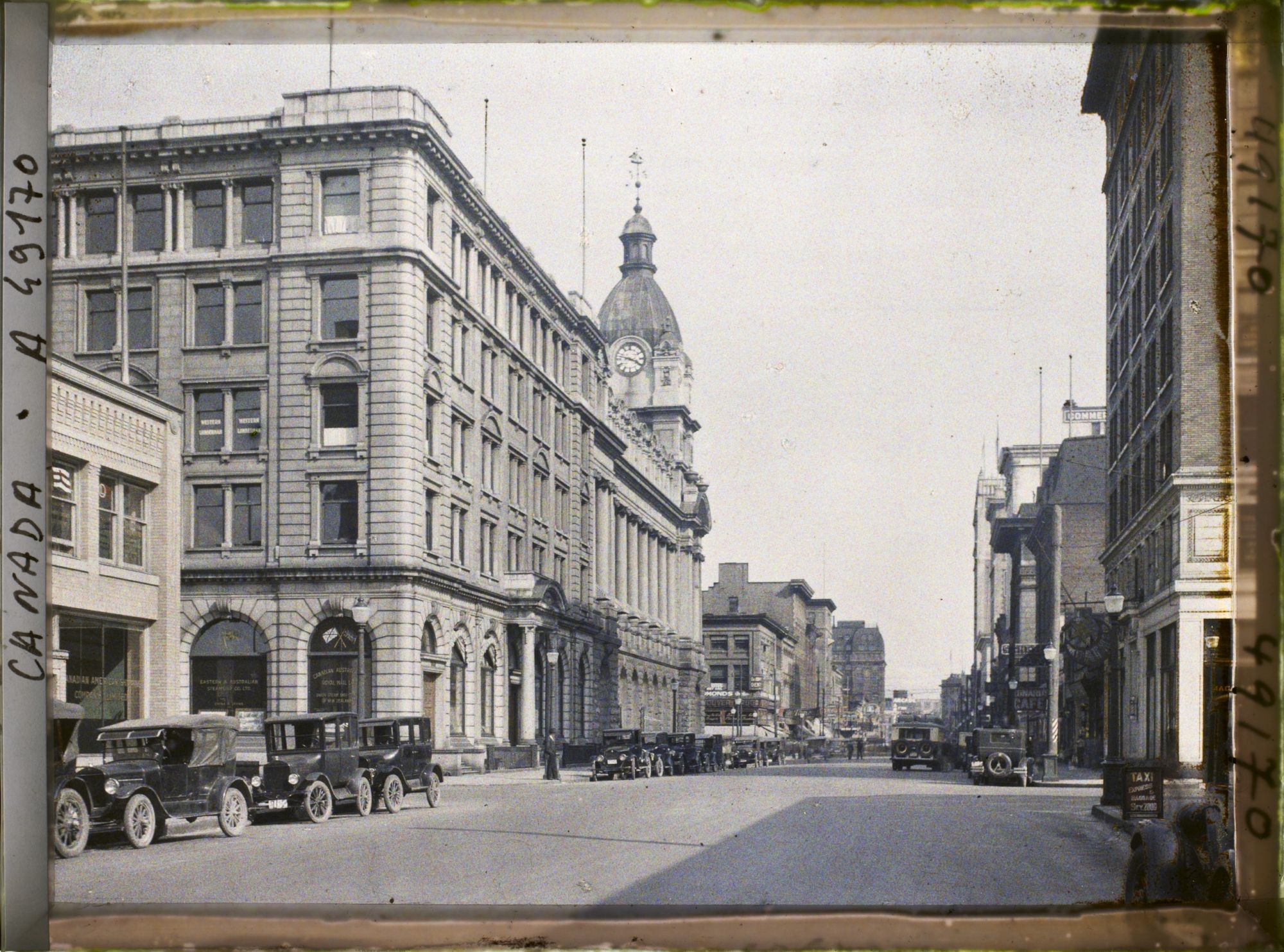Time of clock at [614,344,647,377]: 3:47
